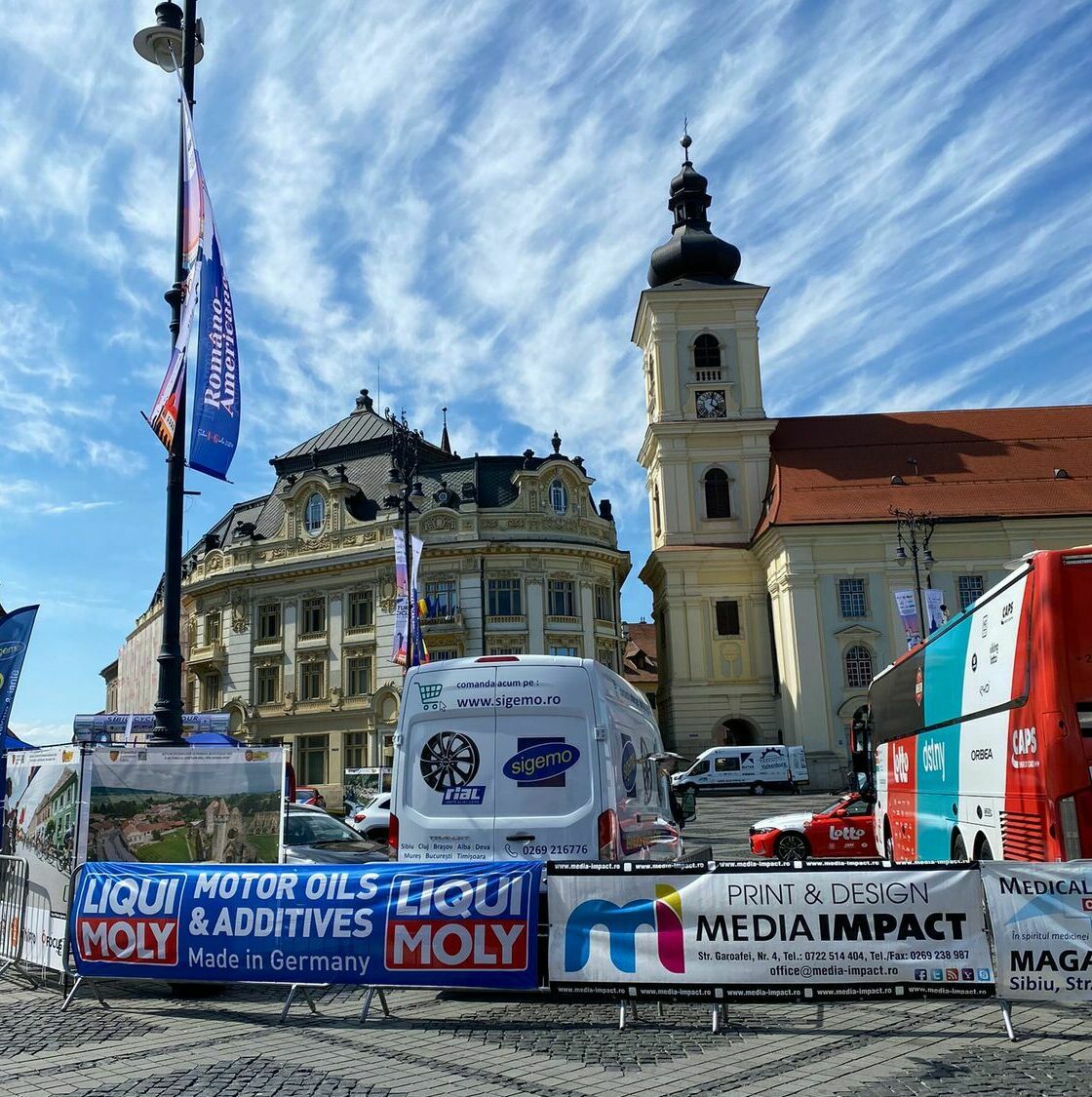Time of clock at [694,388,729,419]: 4:02
